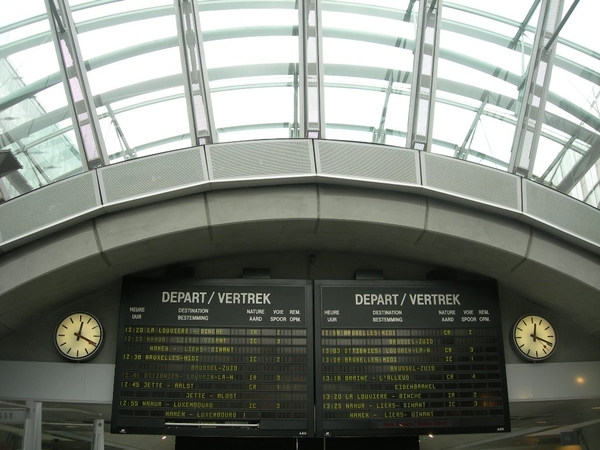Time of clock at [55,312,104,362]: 12:19
